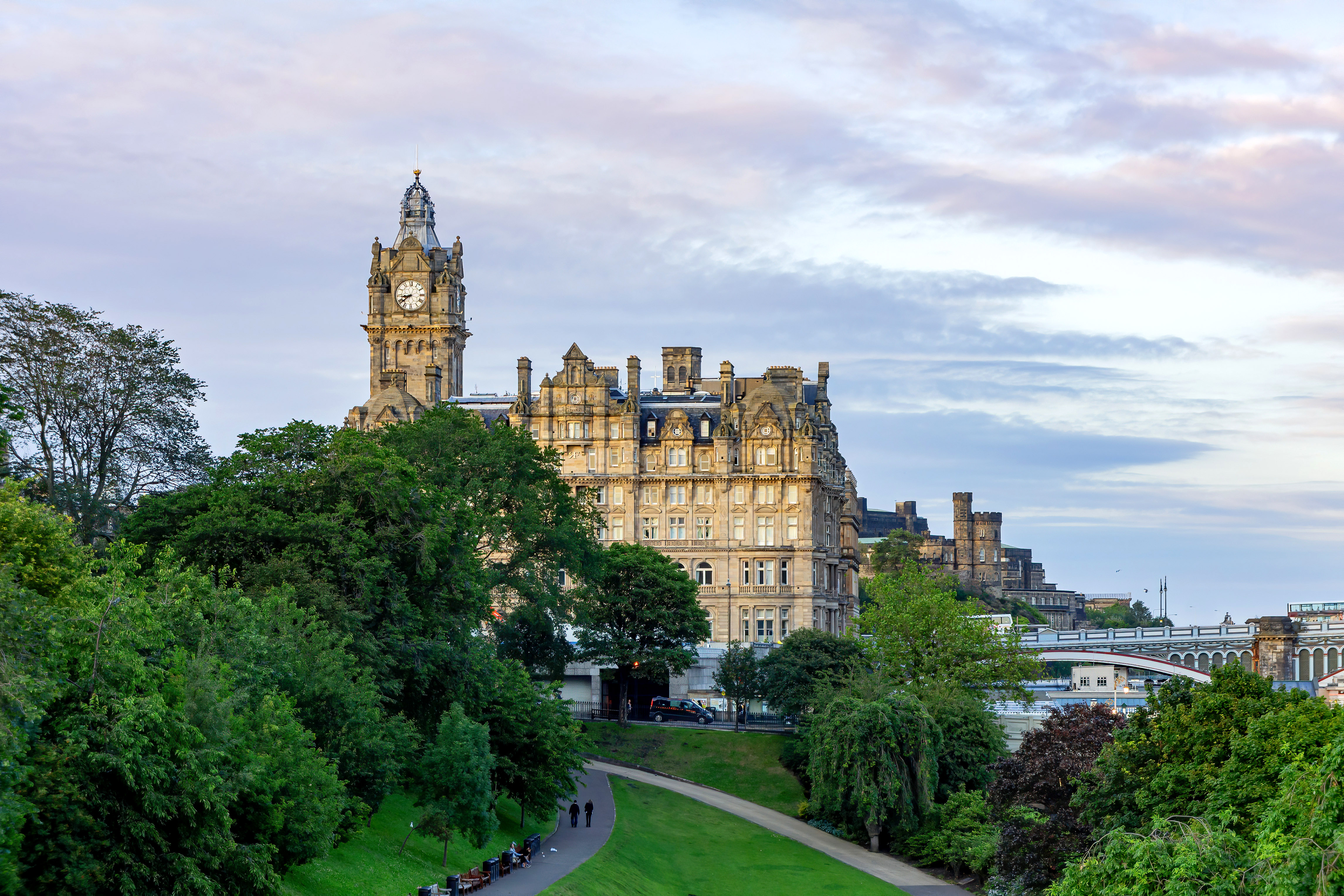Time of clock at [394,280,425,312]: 8:38
